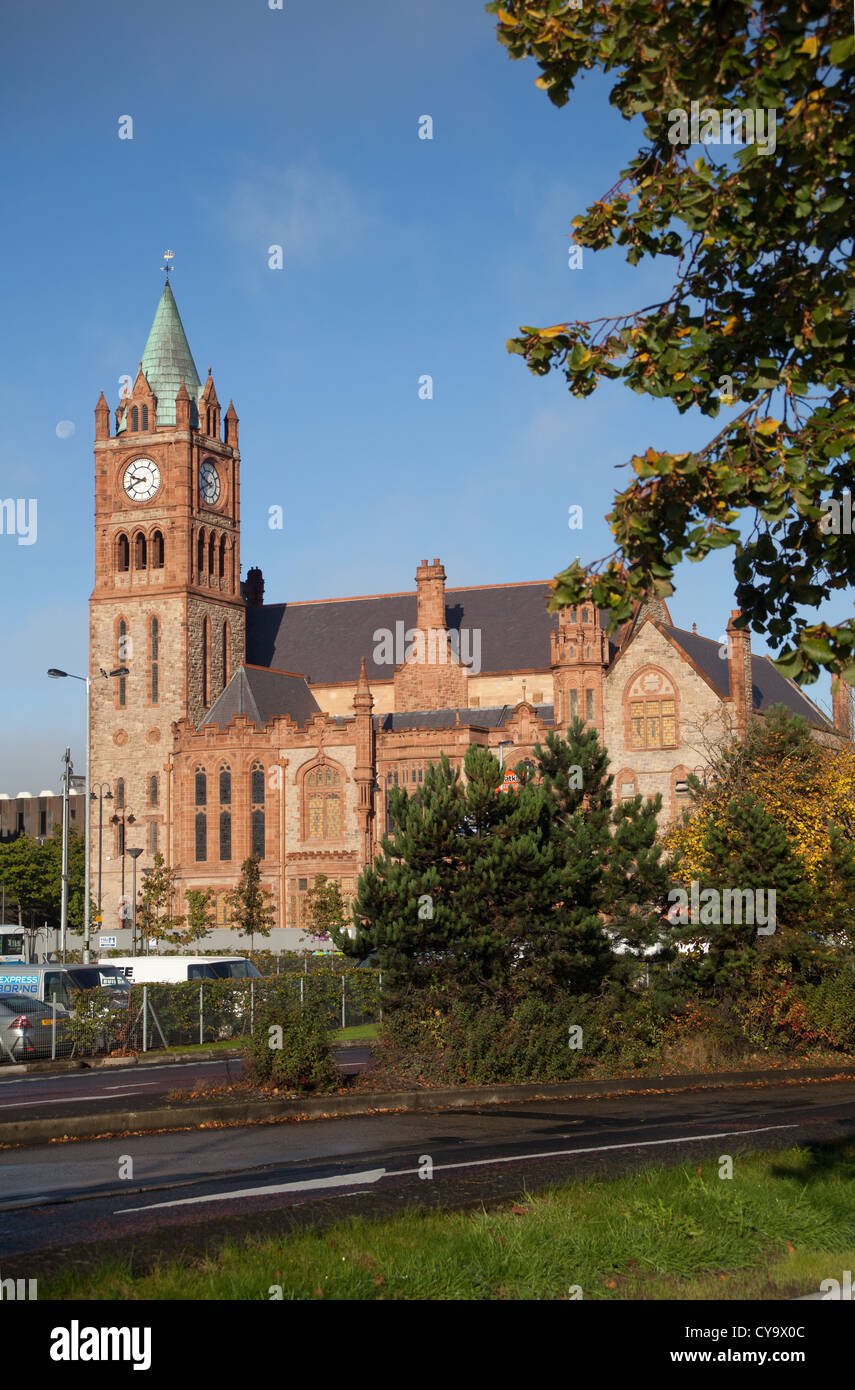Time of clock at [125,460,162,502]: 9:41
